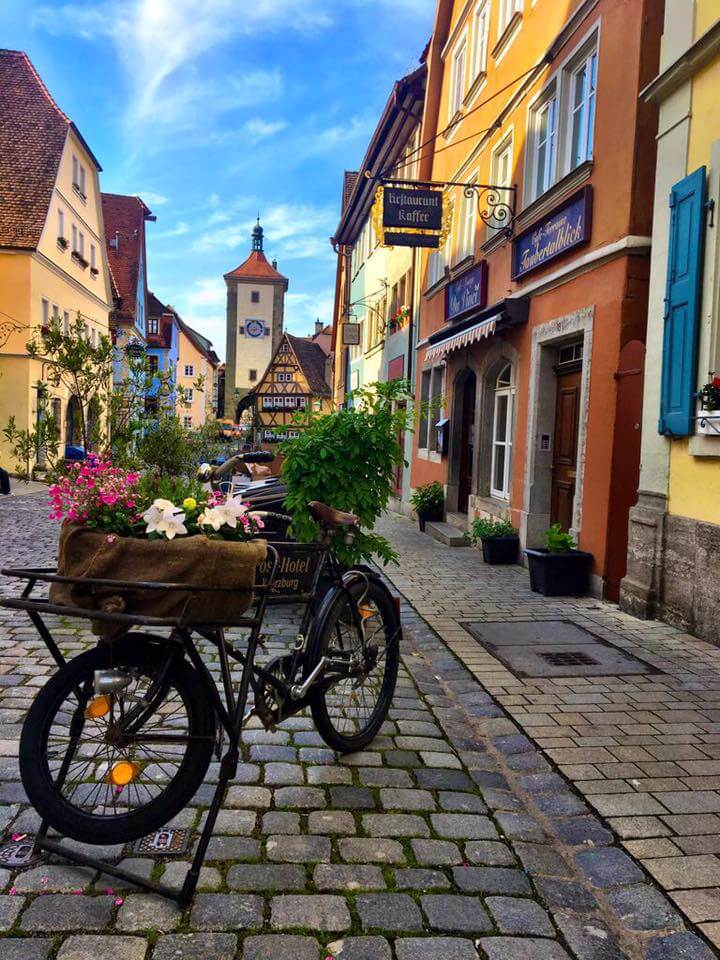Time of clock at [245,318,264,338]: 8:35
